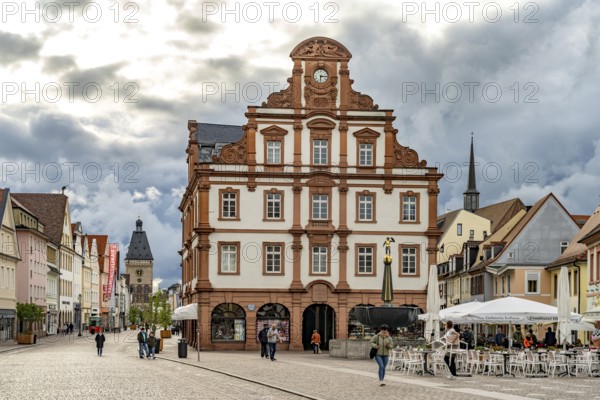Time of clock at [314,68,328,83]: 6:14
